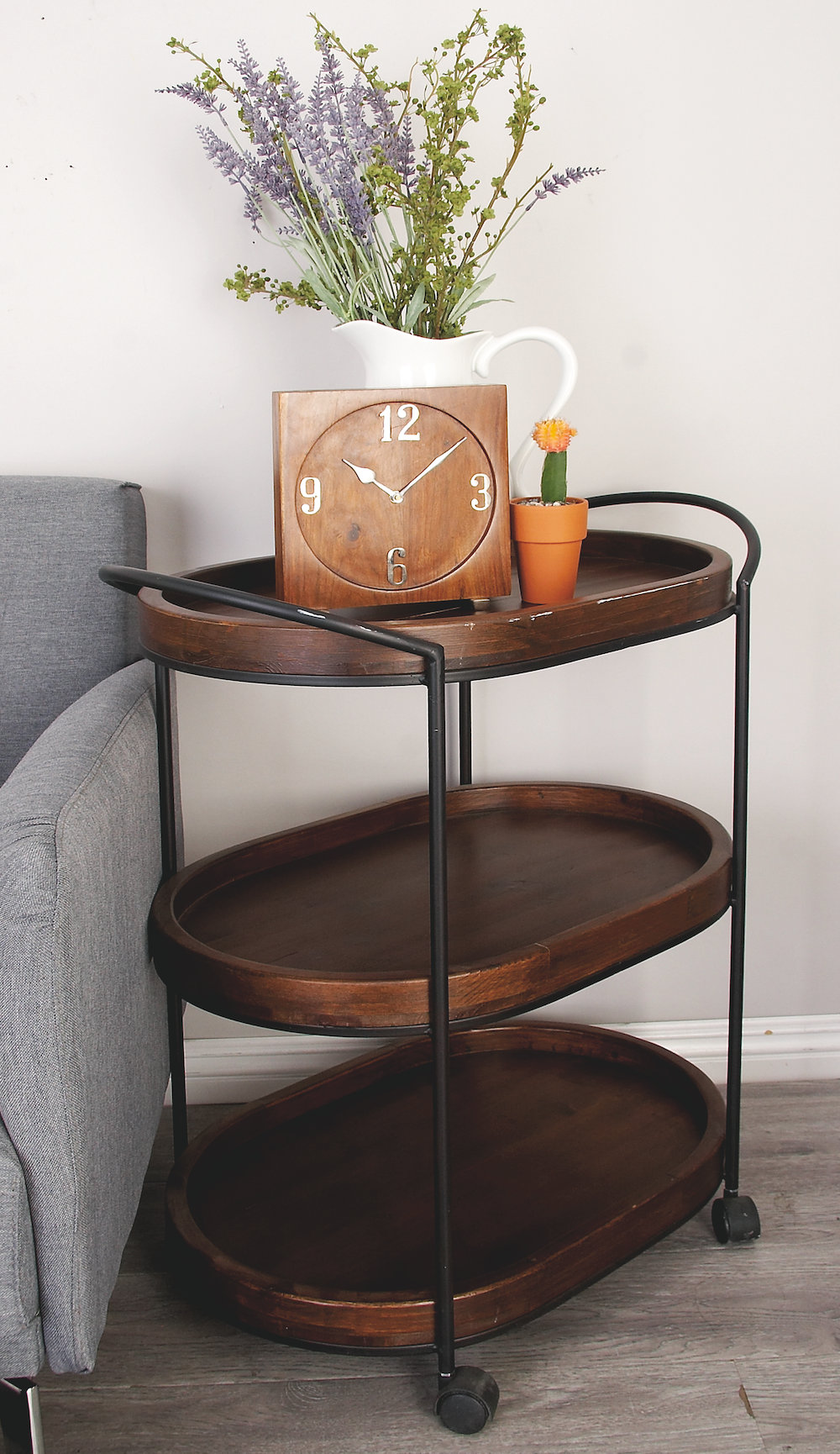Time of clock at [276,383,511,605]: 10:07
